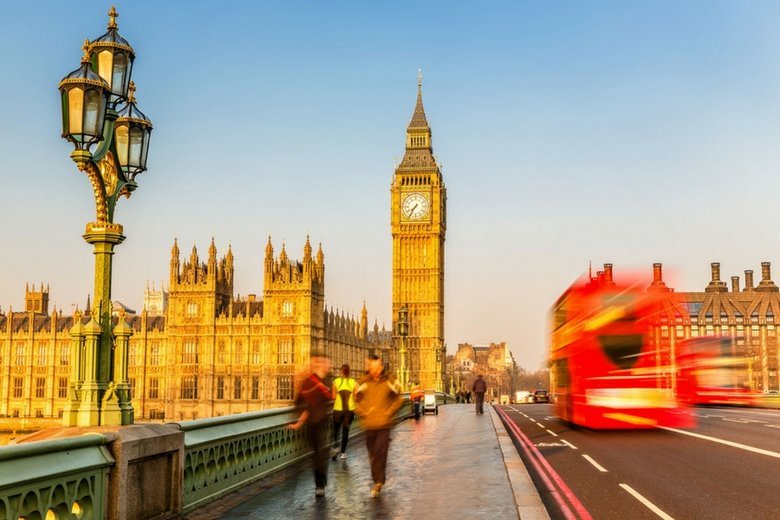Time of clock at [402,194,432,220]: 7:35
